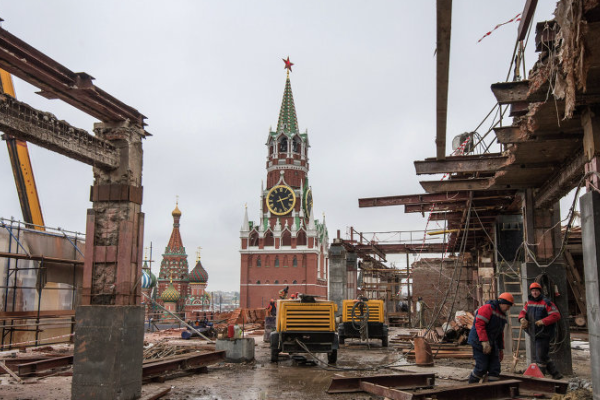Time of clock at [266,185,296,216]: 2:26
